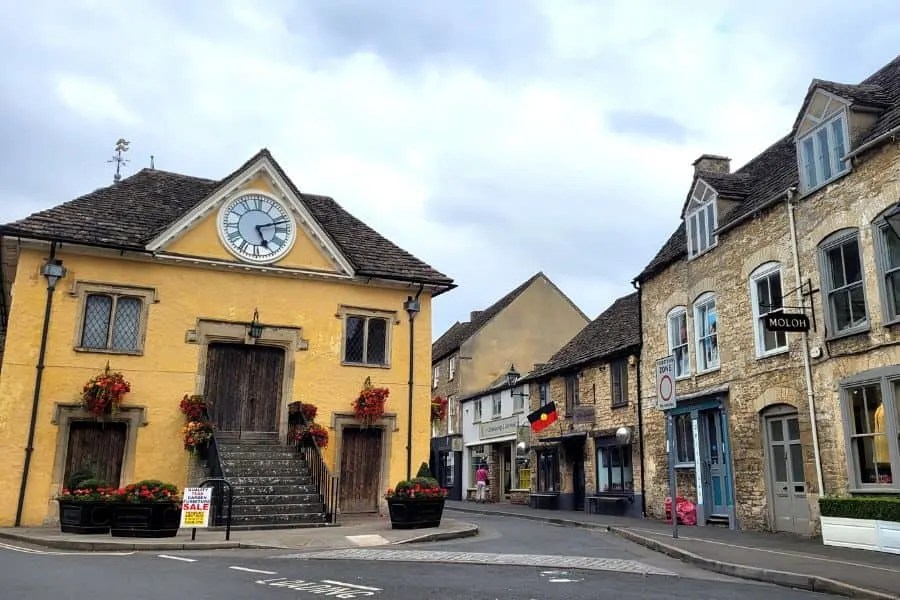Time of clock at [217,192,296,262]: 5:12
